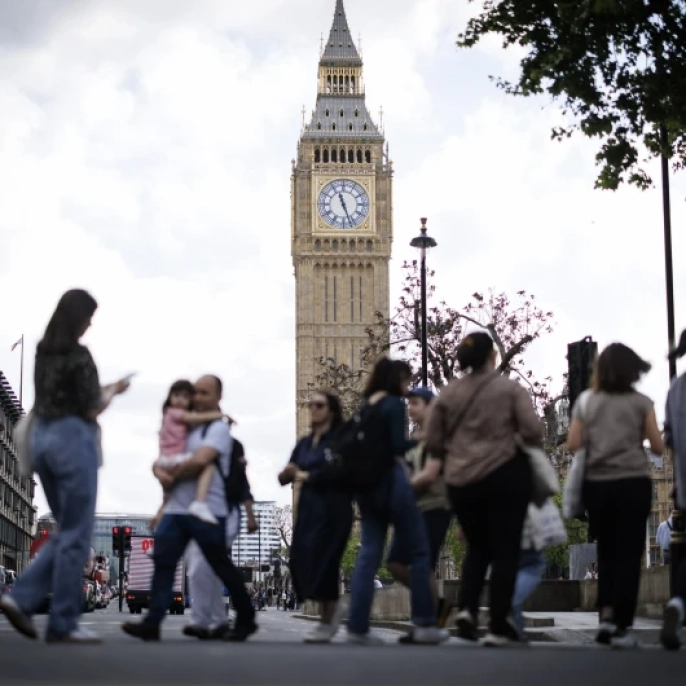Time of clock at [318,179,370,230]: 11:26
